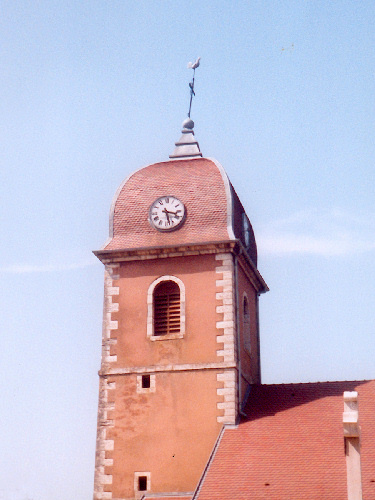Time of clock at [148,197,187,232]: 3:27
